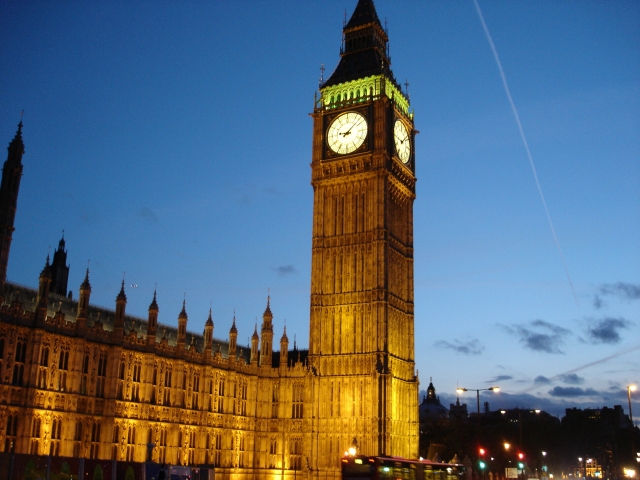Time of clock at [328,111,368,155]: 9:07
